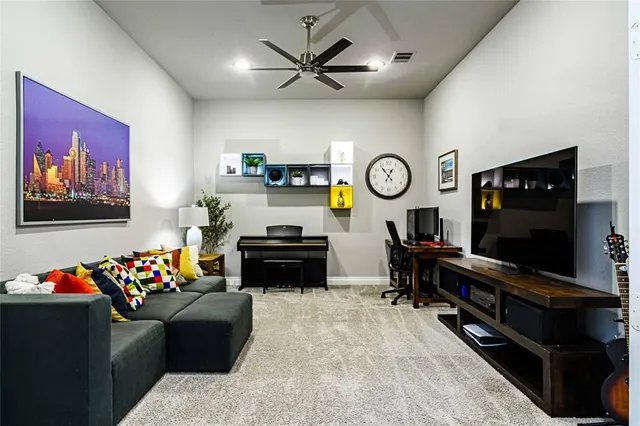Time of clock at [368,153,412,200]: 12:53
